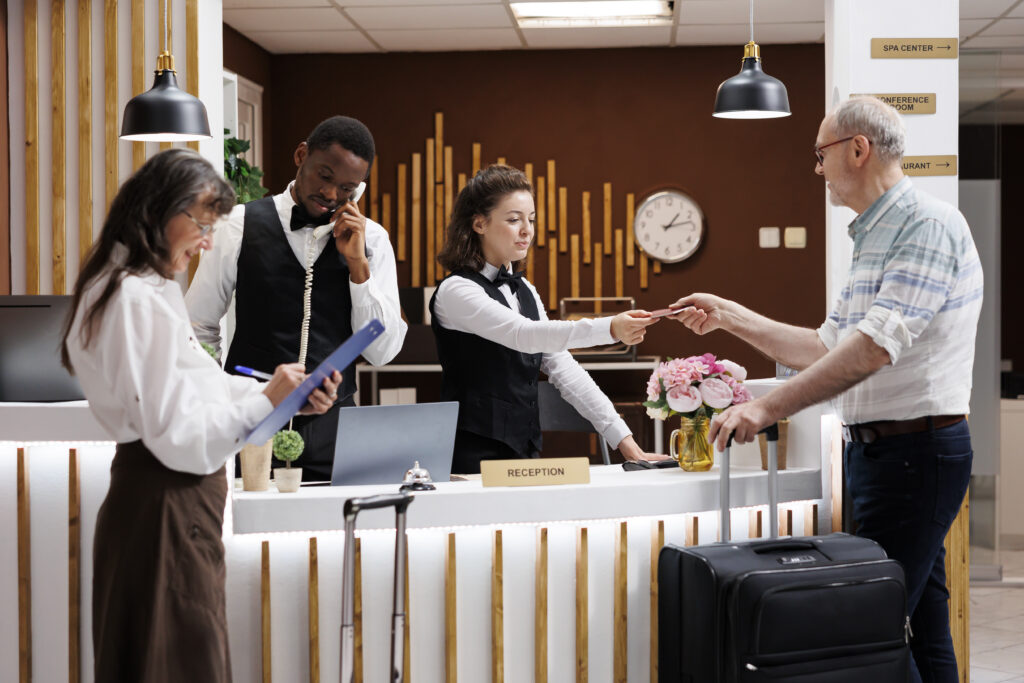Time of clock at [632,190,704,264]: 1:12
